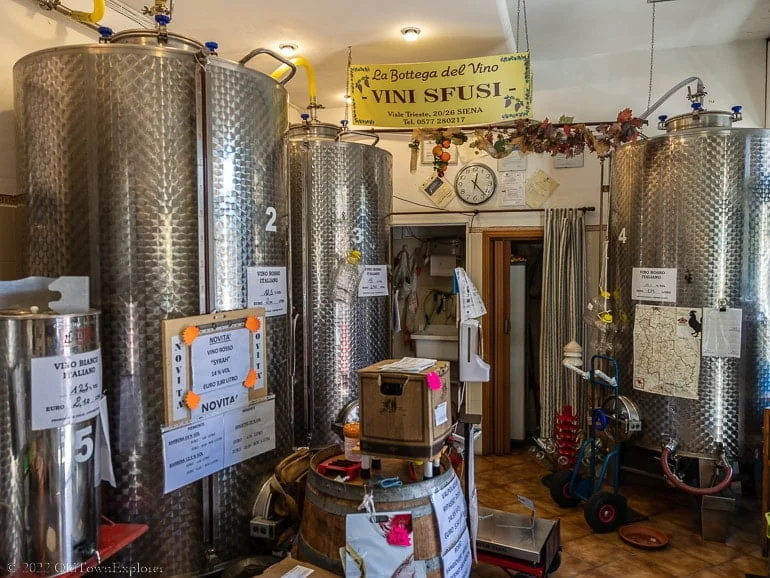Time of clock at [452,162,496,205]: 12:23
